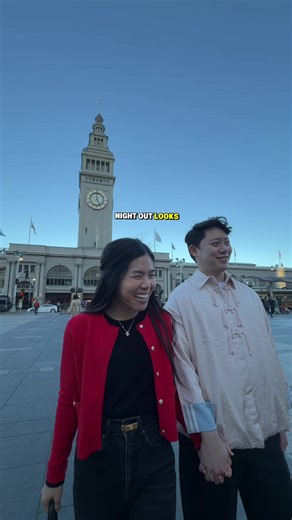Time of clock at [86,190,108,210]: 4:59
